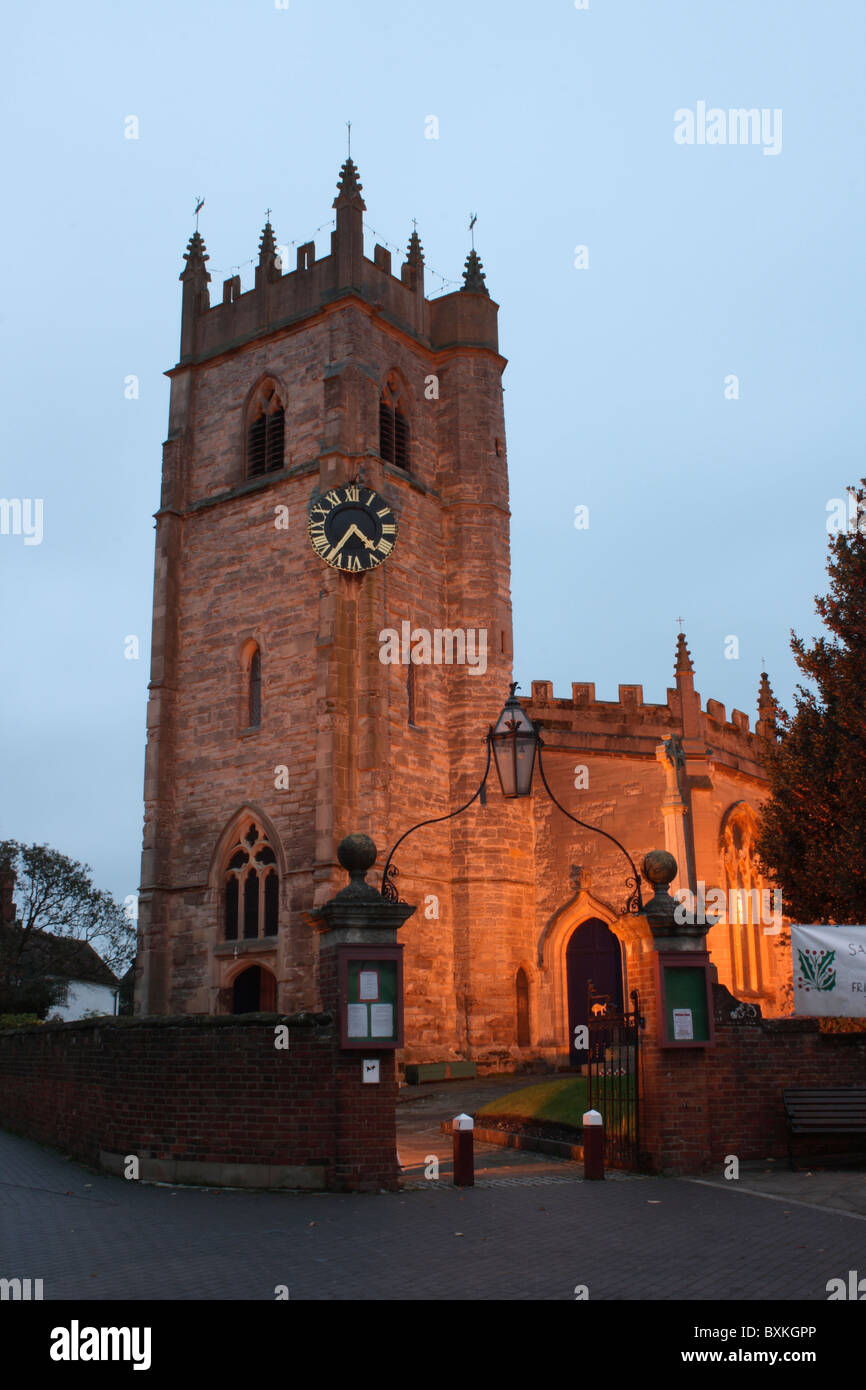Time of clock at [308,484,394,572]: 4:36
